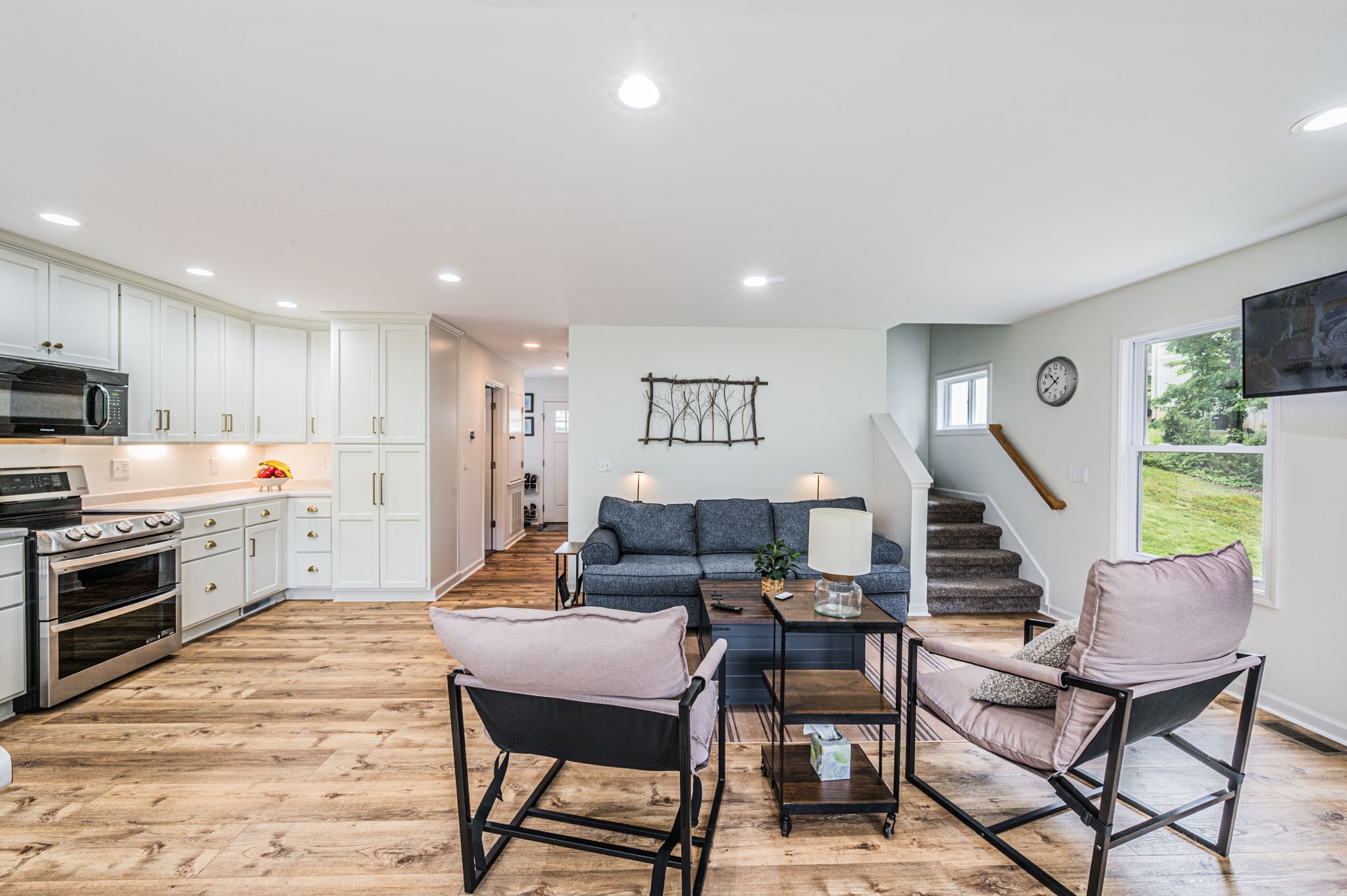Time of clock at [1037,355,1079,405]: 10:39
